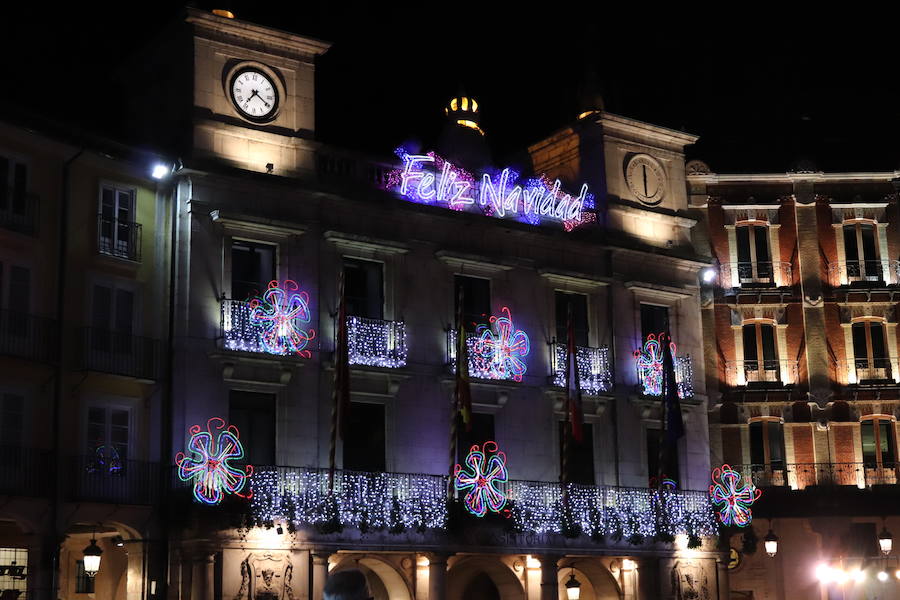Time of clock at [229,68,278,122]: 7:19
